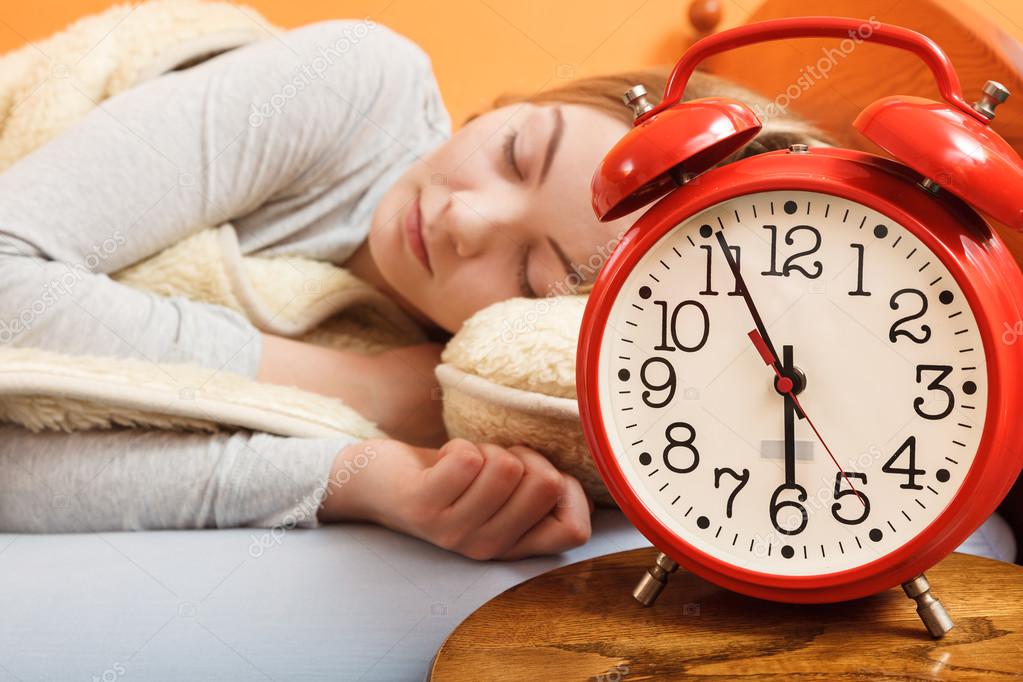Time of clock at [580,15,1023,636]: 5:55
